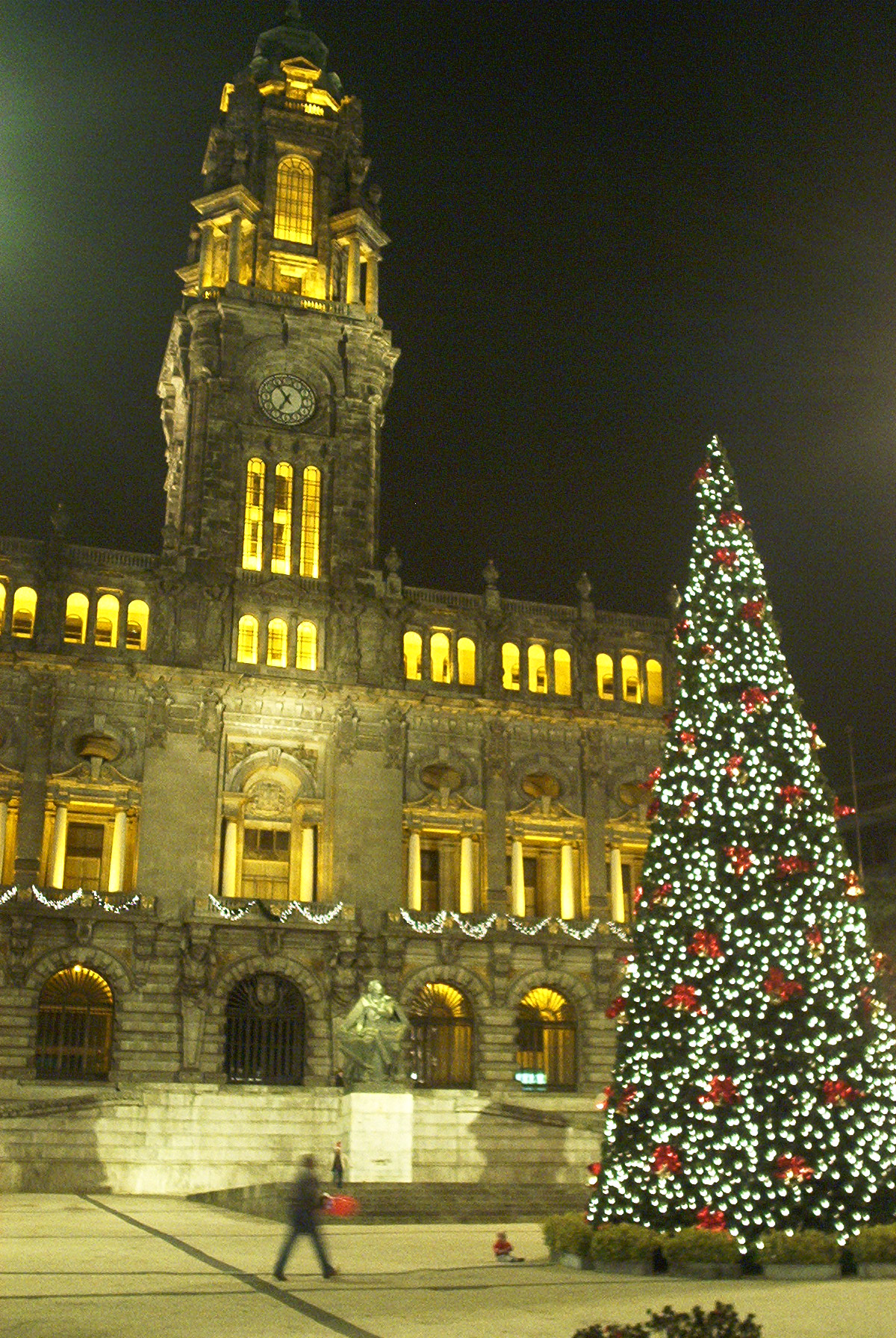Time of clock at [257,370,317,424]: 6:54
